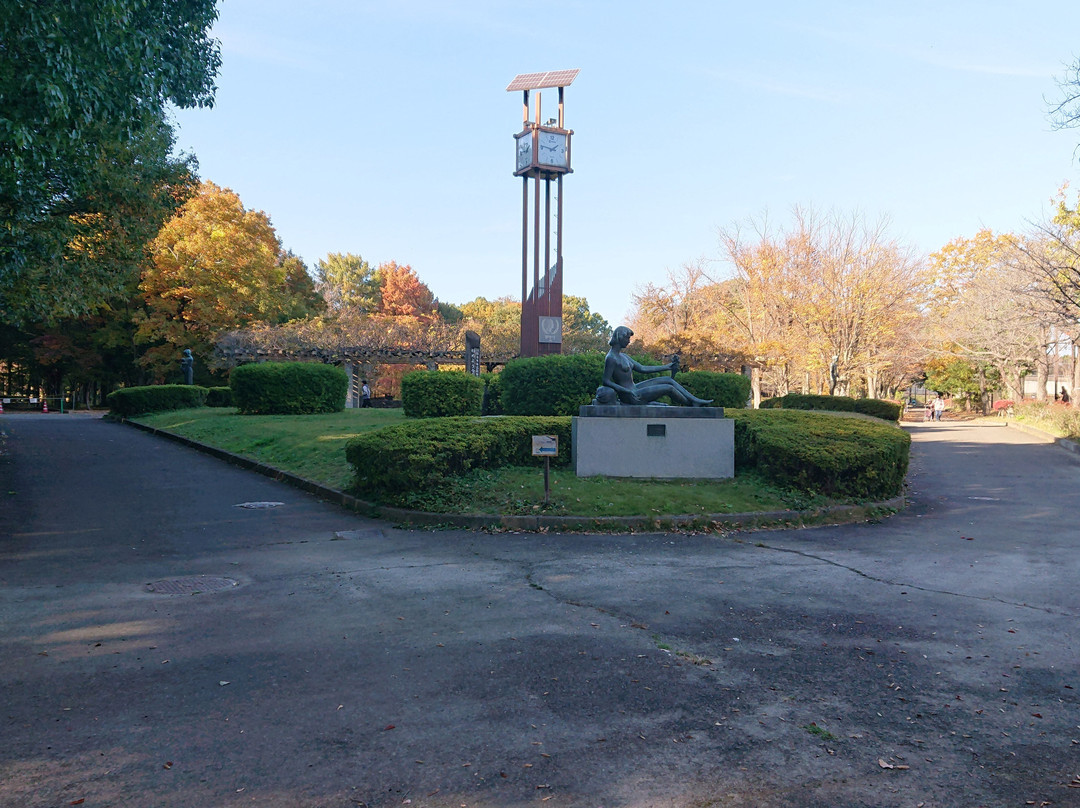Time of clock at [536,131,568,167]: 1:46
